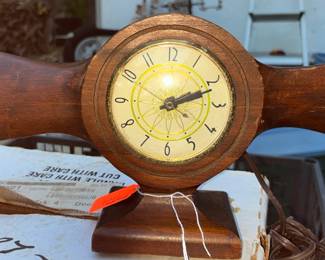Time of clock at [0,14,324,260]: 2:11
